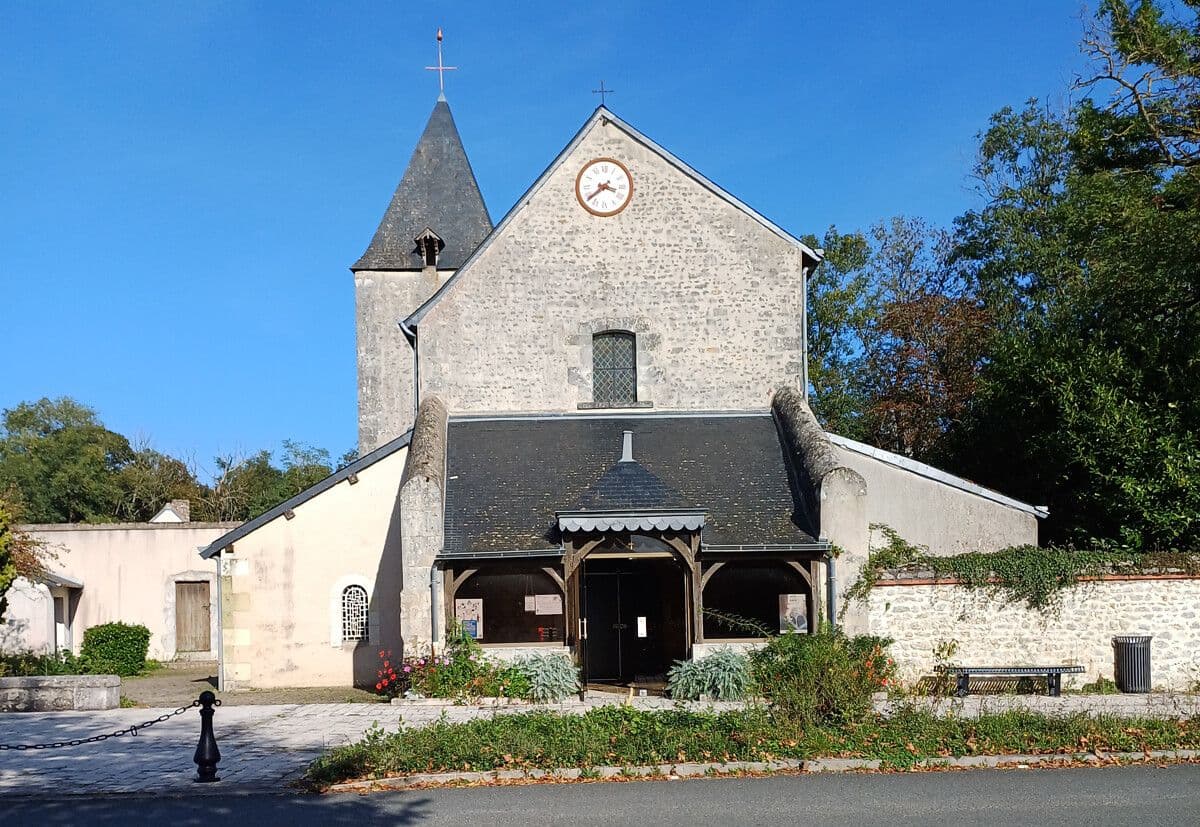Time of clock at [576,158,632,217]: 3:38
